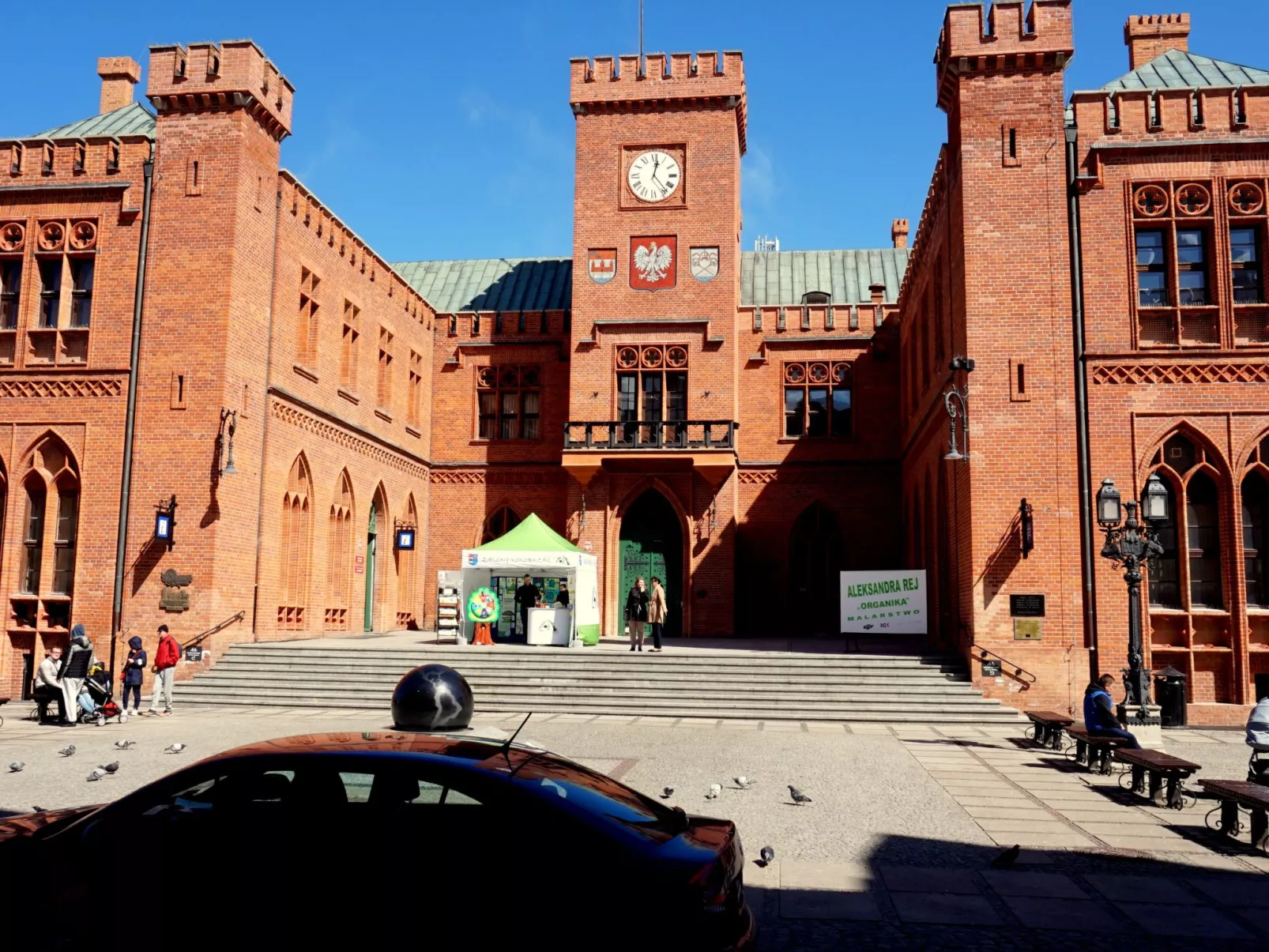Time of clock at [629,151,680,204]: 12:23
